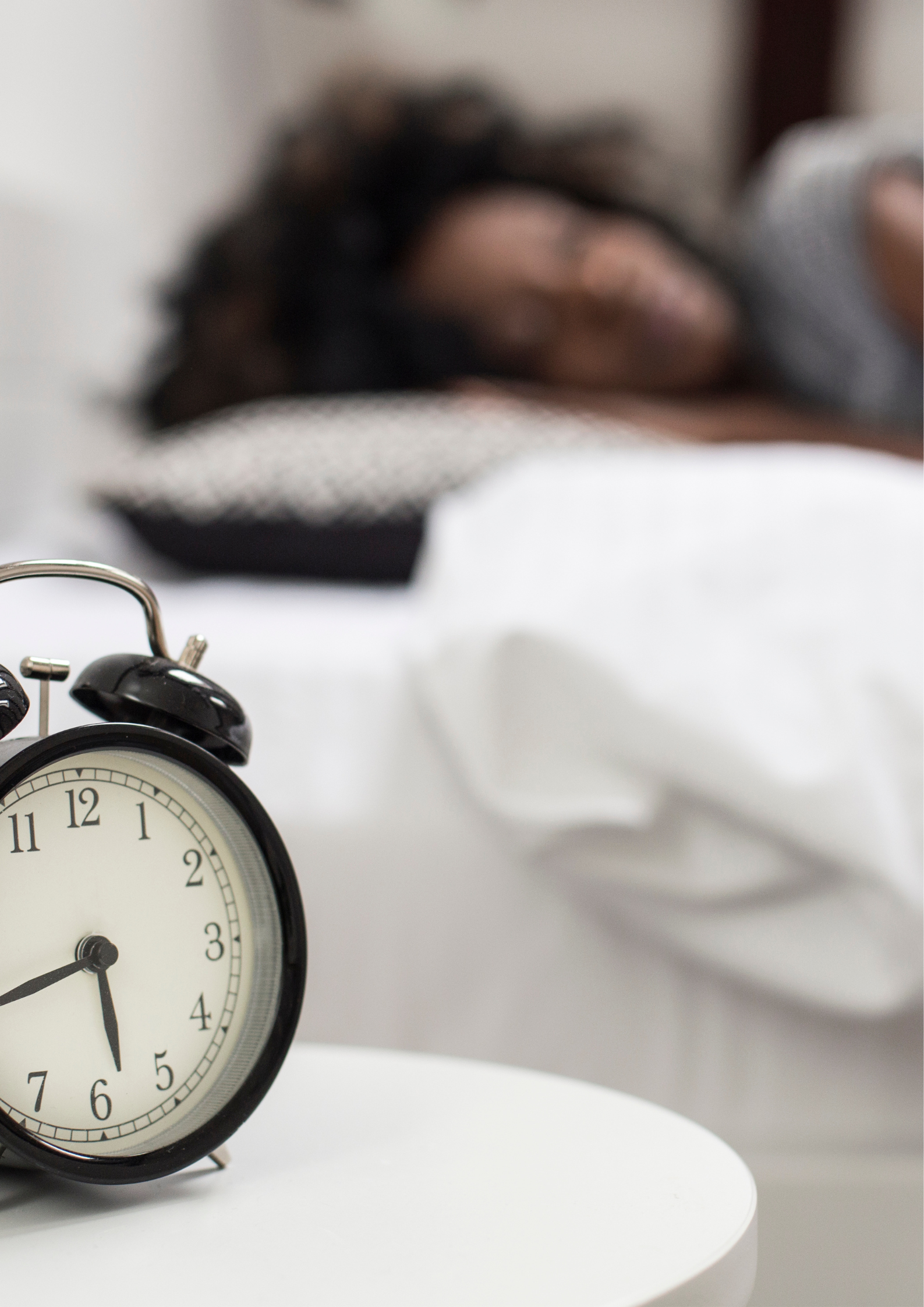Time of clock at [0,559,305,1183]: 5:42
